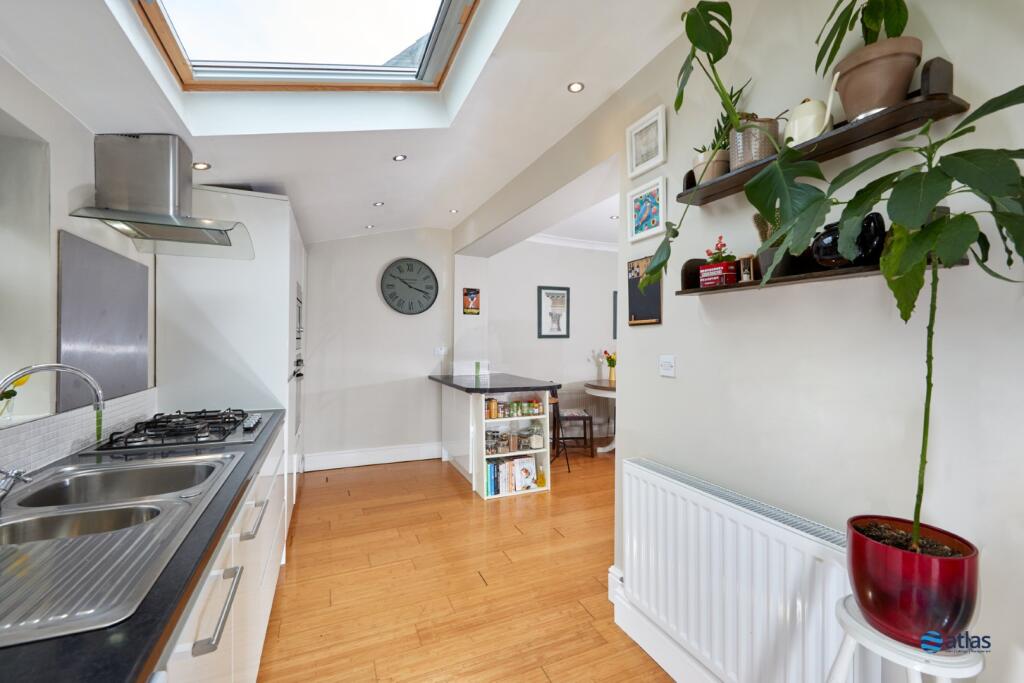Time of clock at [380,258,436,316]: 10:18
